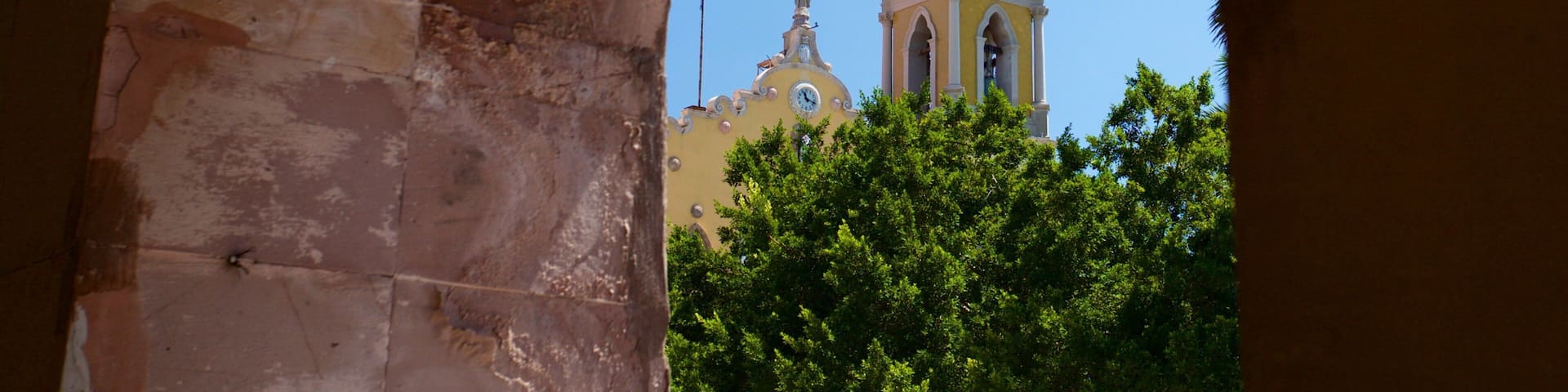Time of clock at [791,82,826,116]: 11:18
